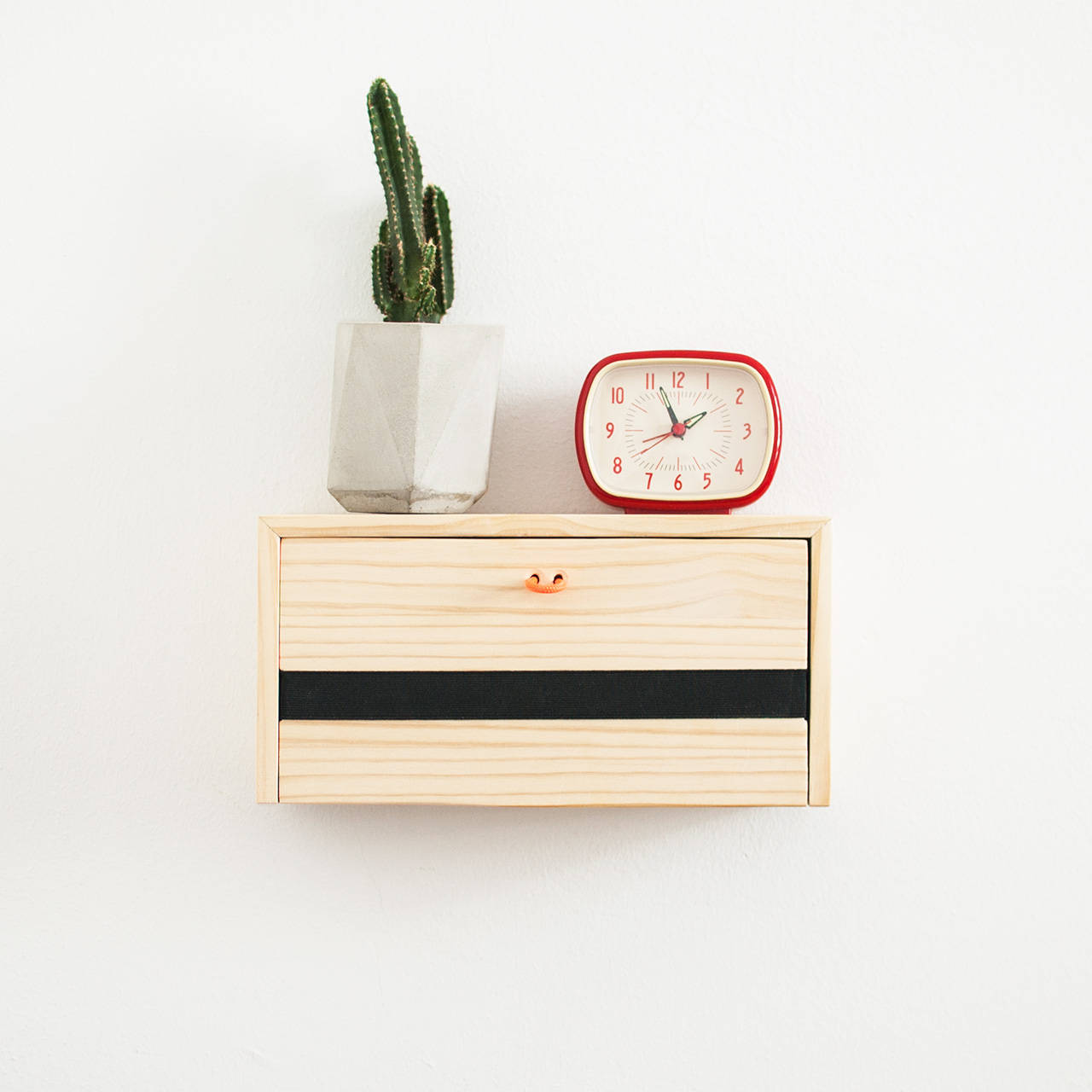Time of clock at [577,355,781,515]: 1:56
